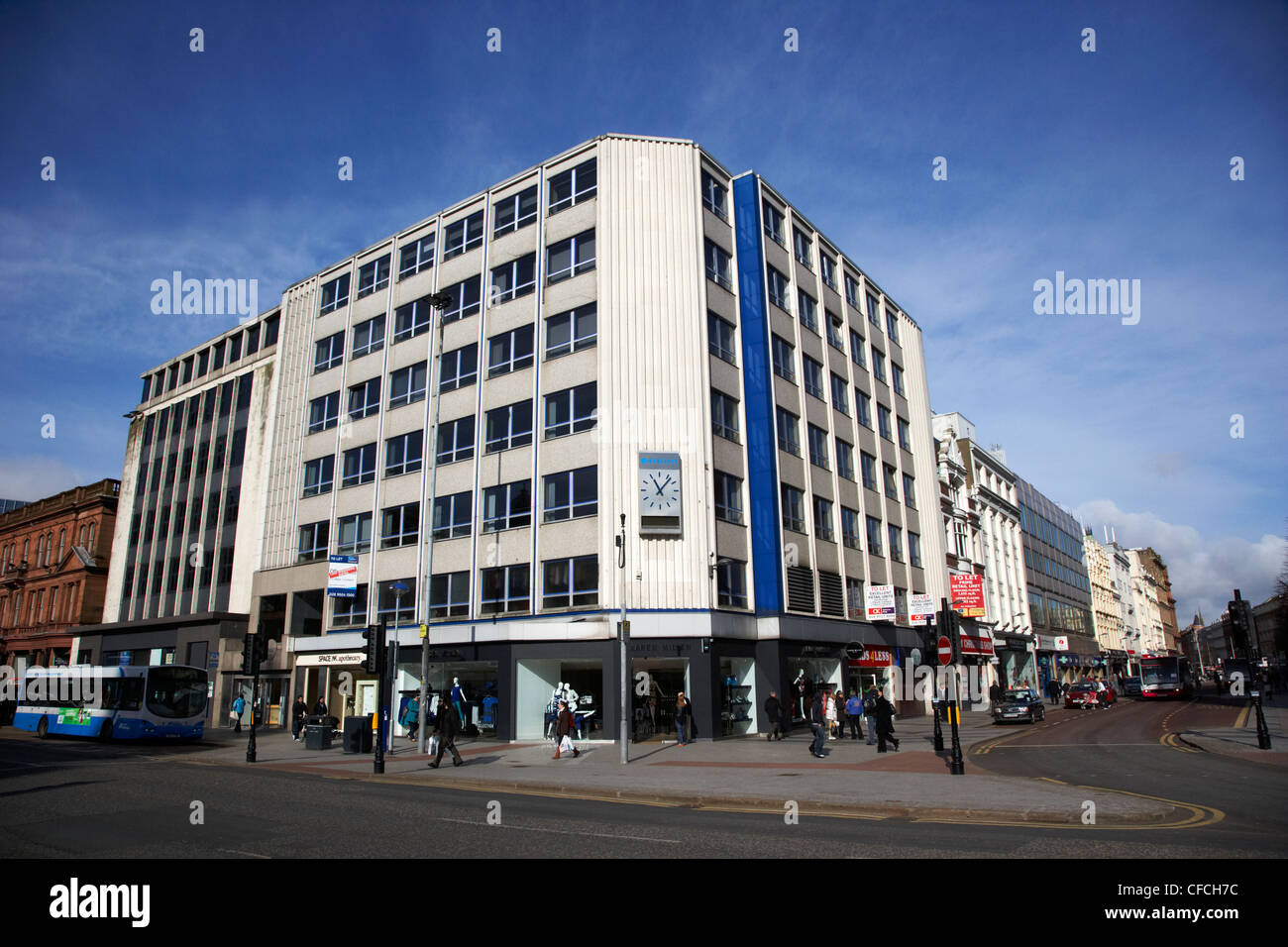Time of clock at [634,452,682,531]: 11:07
